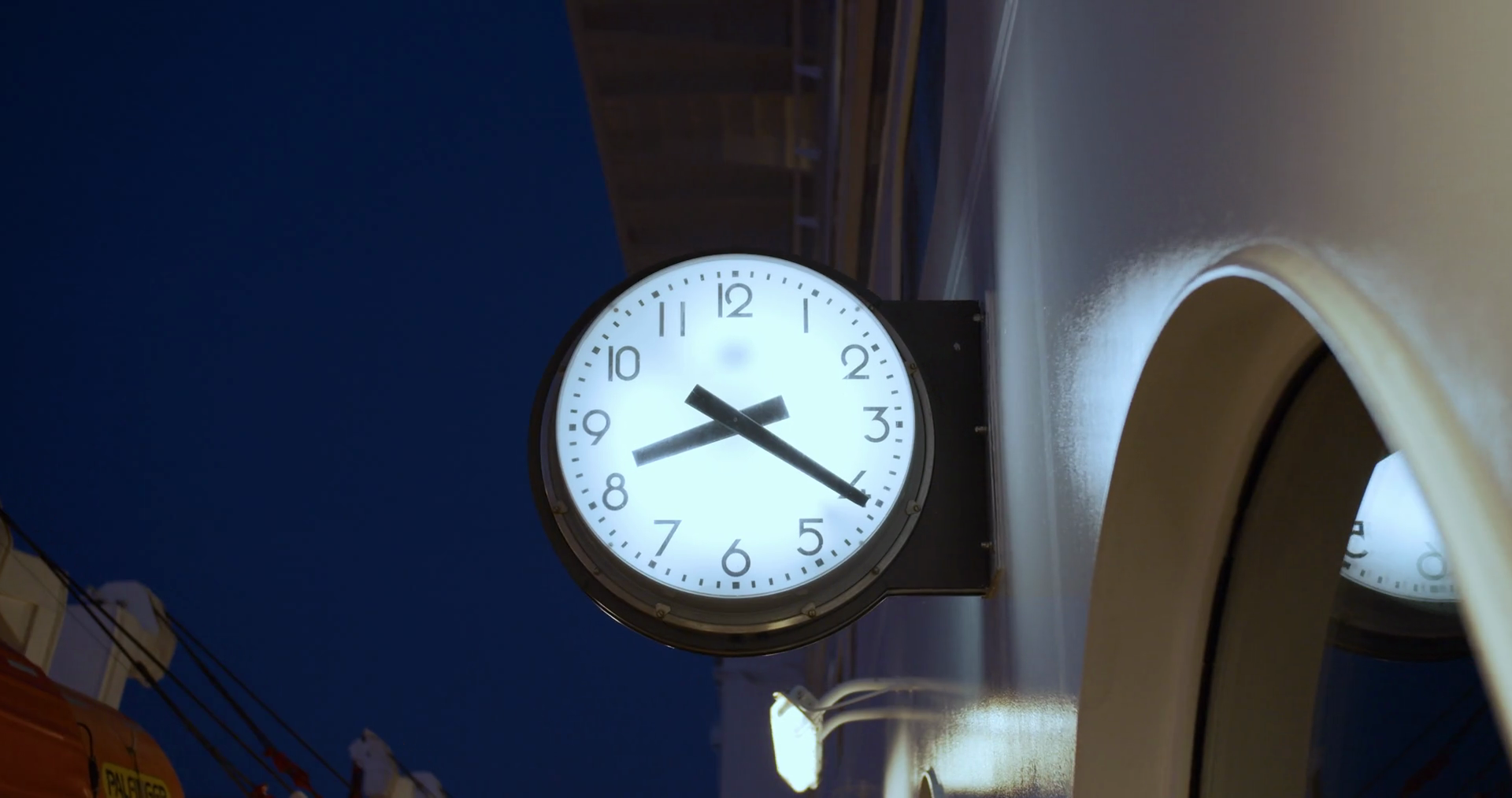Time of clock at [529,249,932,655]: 8:20
